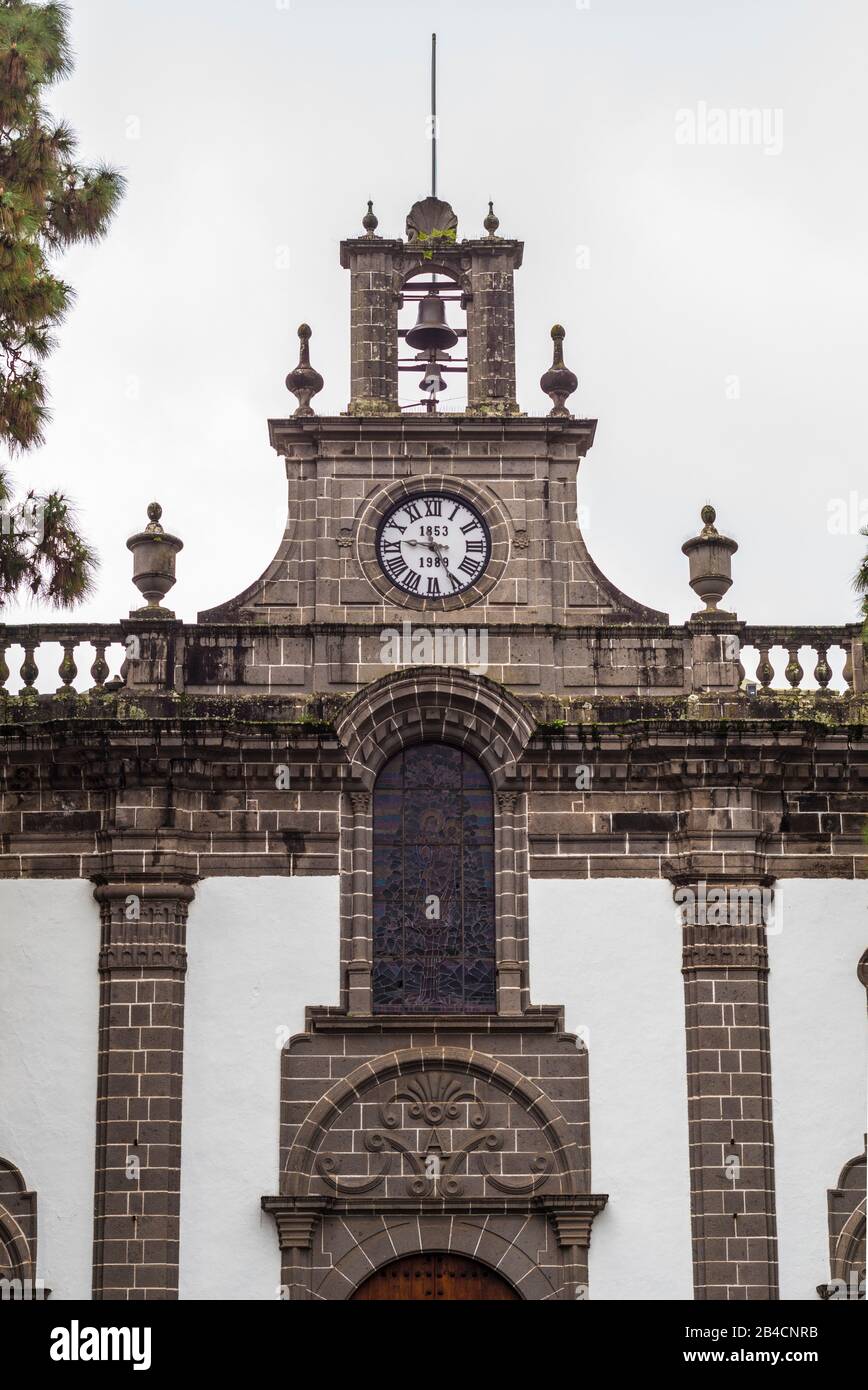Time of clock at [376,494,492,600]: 9:25
